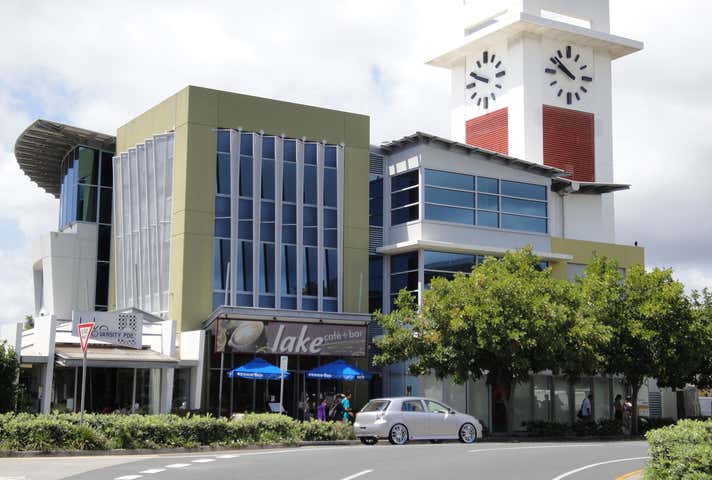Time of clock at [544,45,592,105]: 9:51
